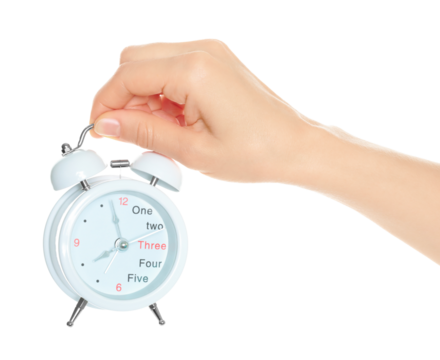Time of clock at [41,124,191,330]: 7:57
